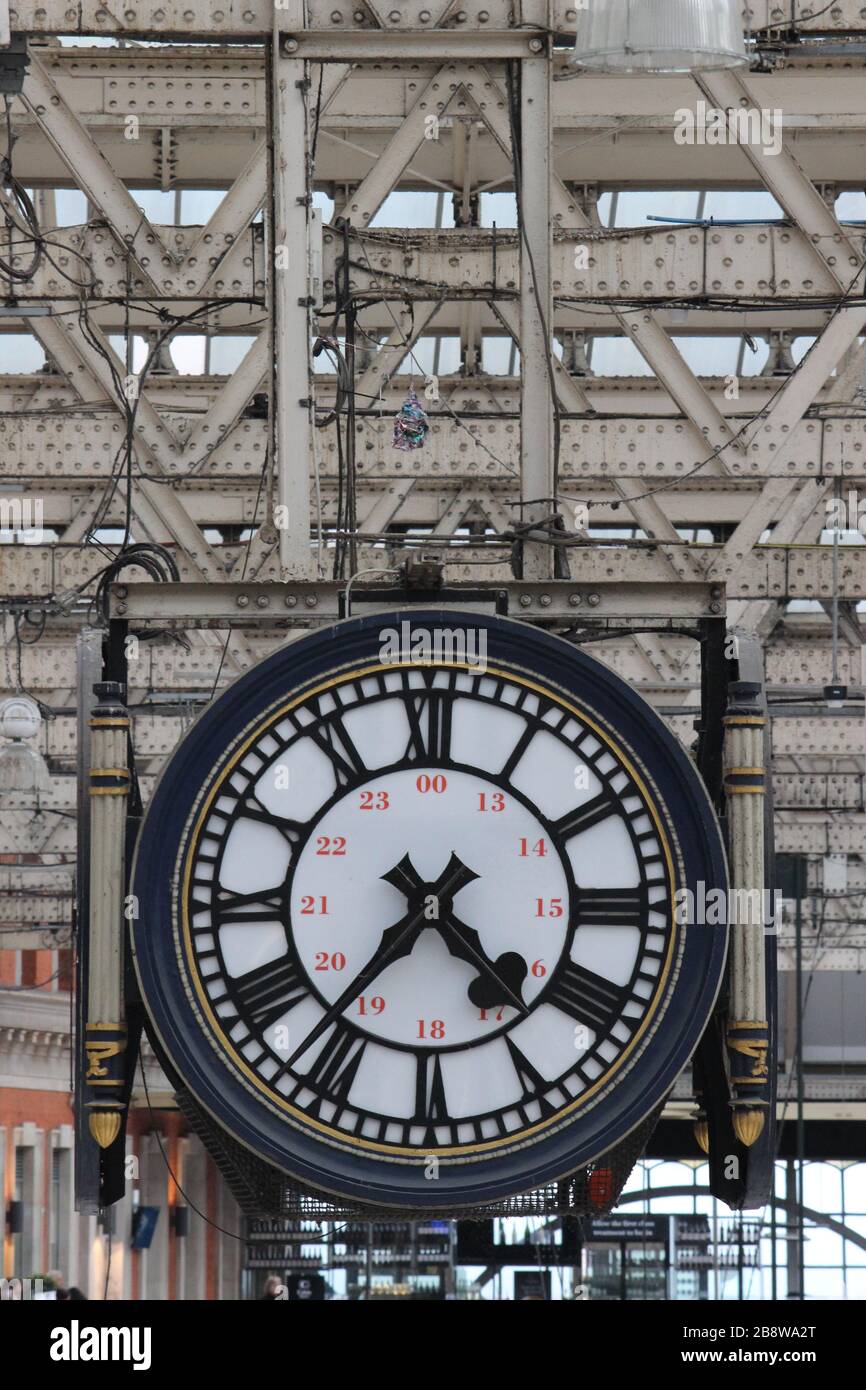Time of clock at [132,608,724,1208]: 4:36
